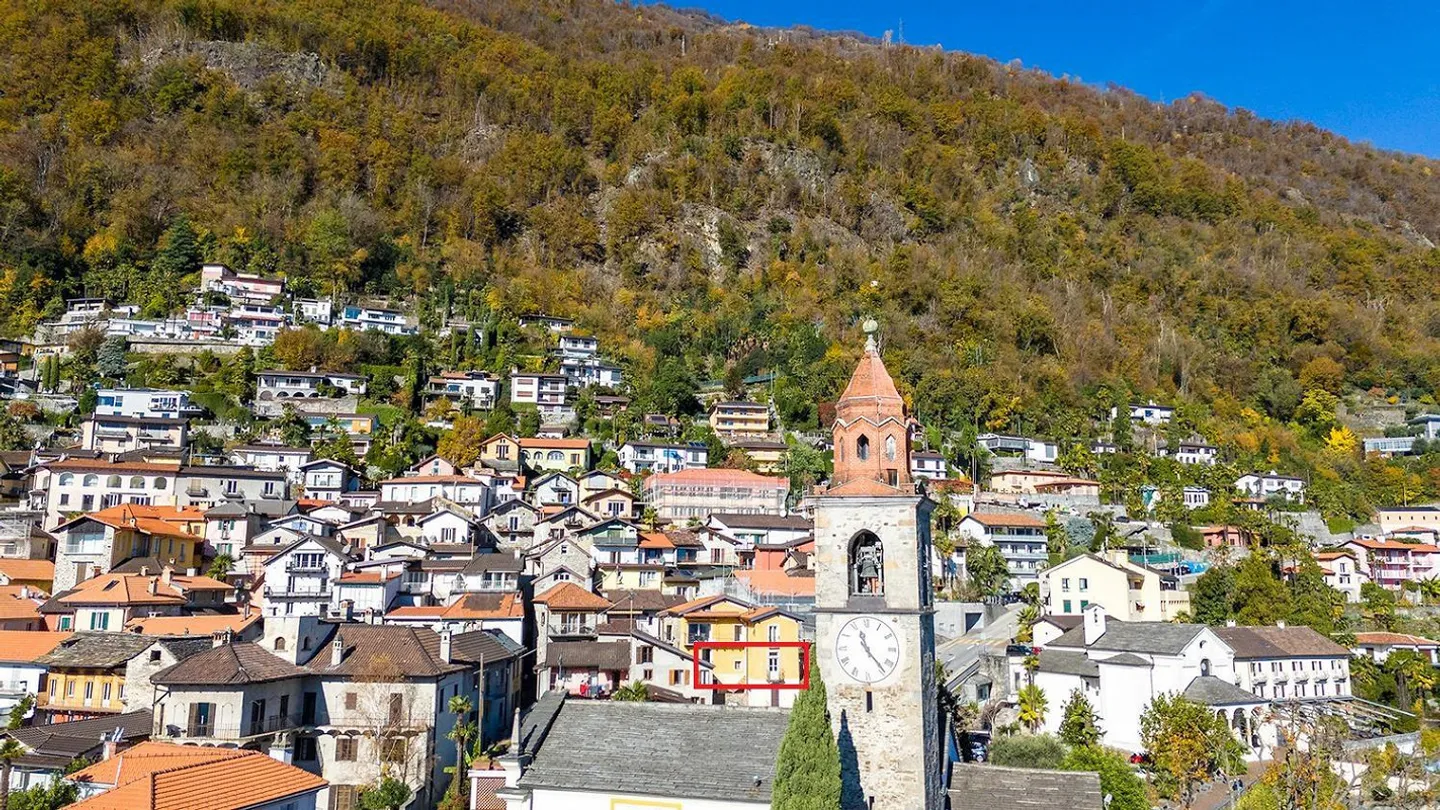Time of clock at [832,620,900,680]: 11:23
